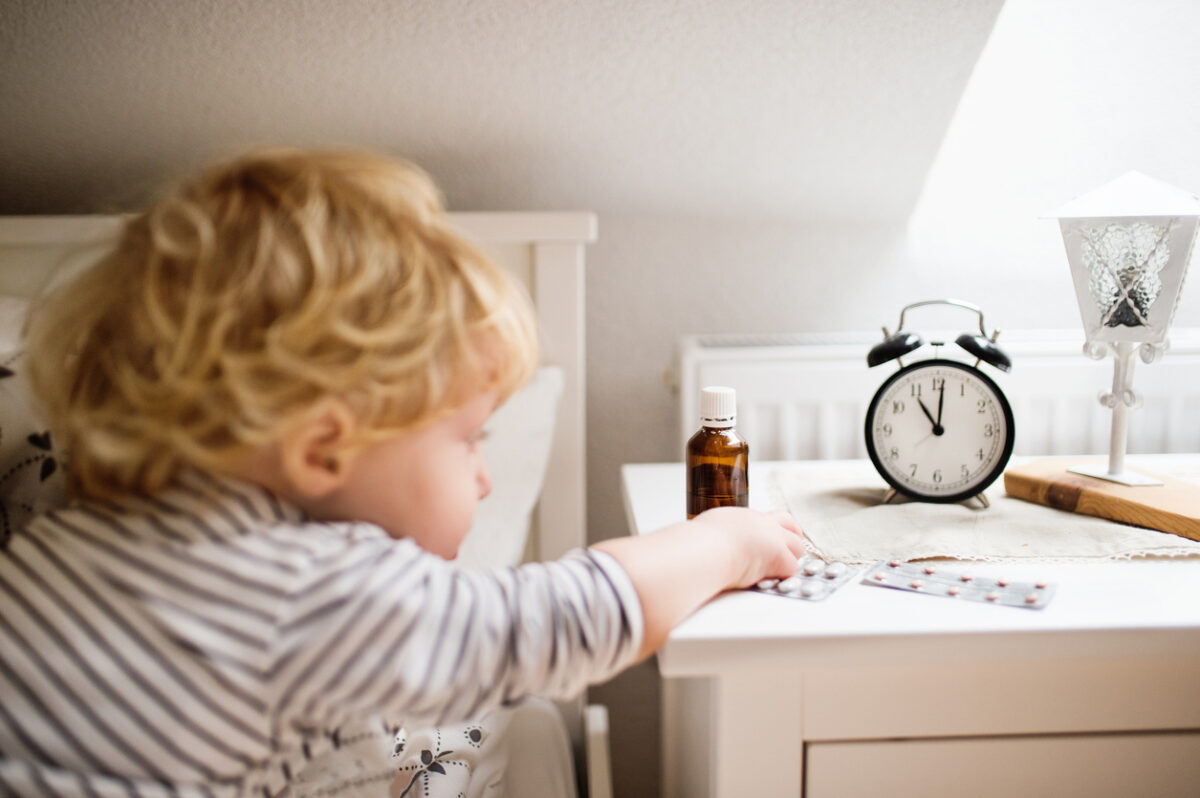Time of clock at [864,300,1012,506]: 11:01
